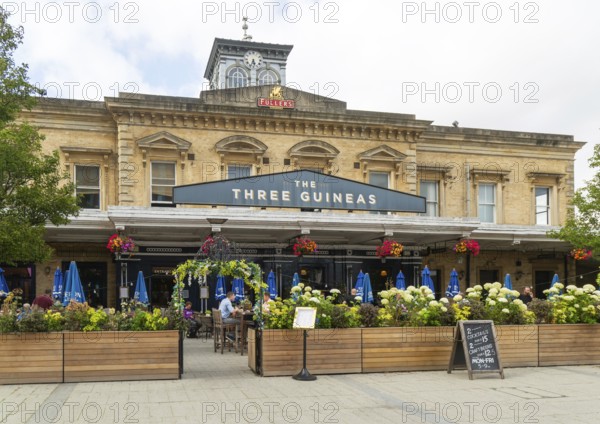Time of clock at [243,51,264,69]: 5:33
